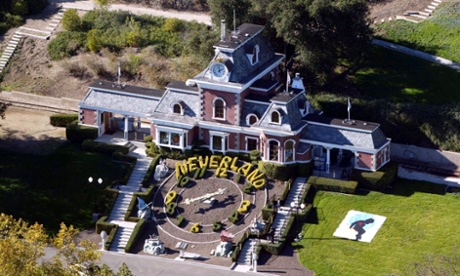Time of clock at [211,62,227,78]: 1:59
